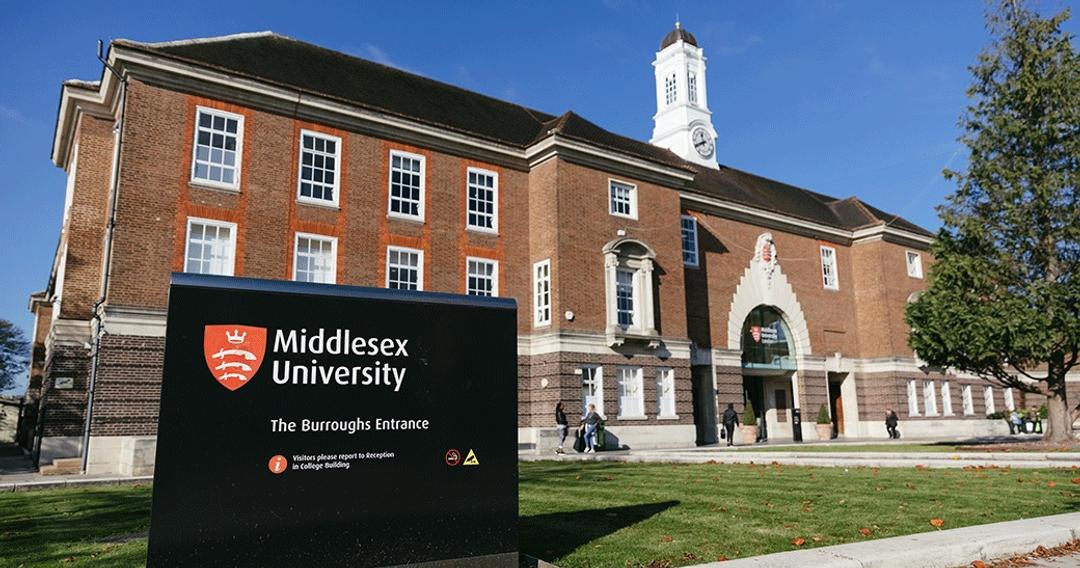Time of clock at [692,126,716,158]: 11:40
